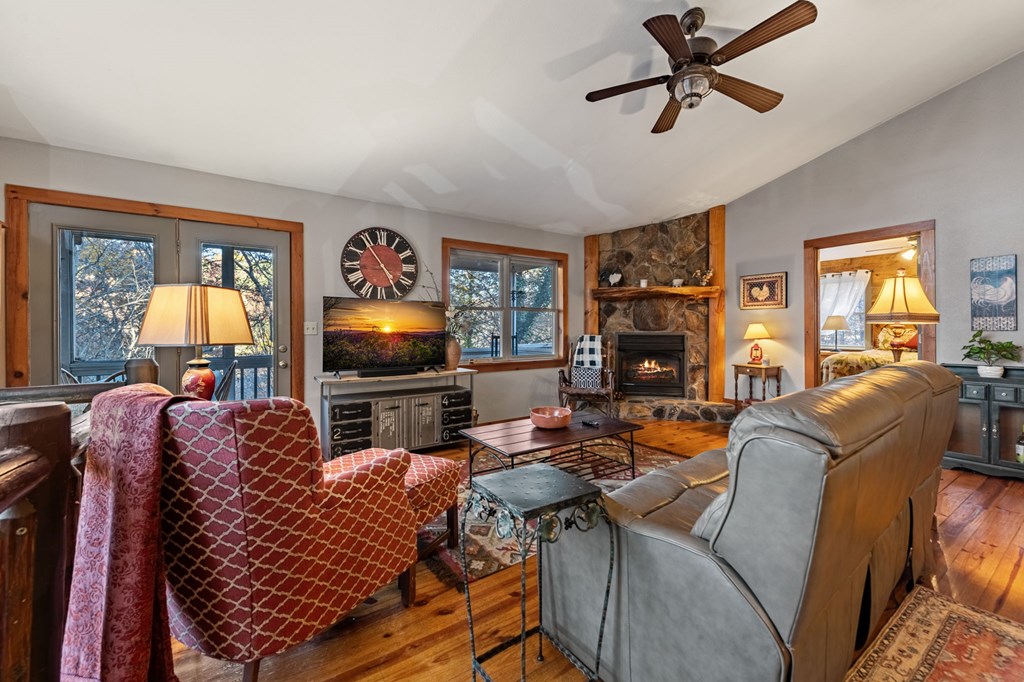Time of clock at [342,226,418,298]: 4:54
